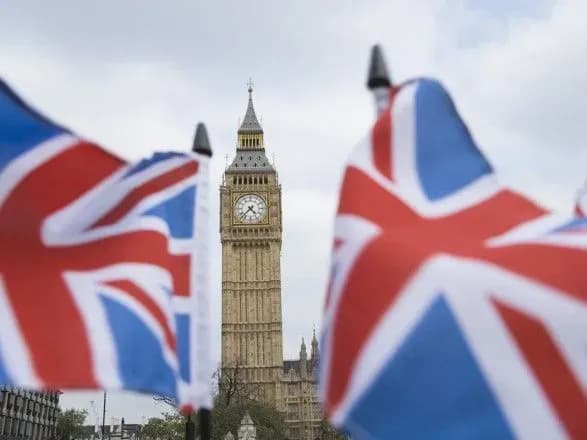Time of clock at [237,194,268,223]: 4:37
